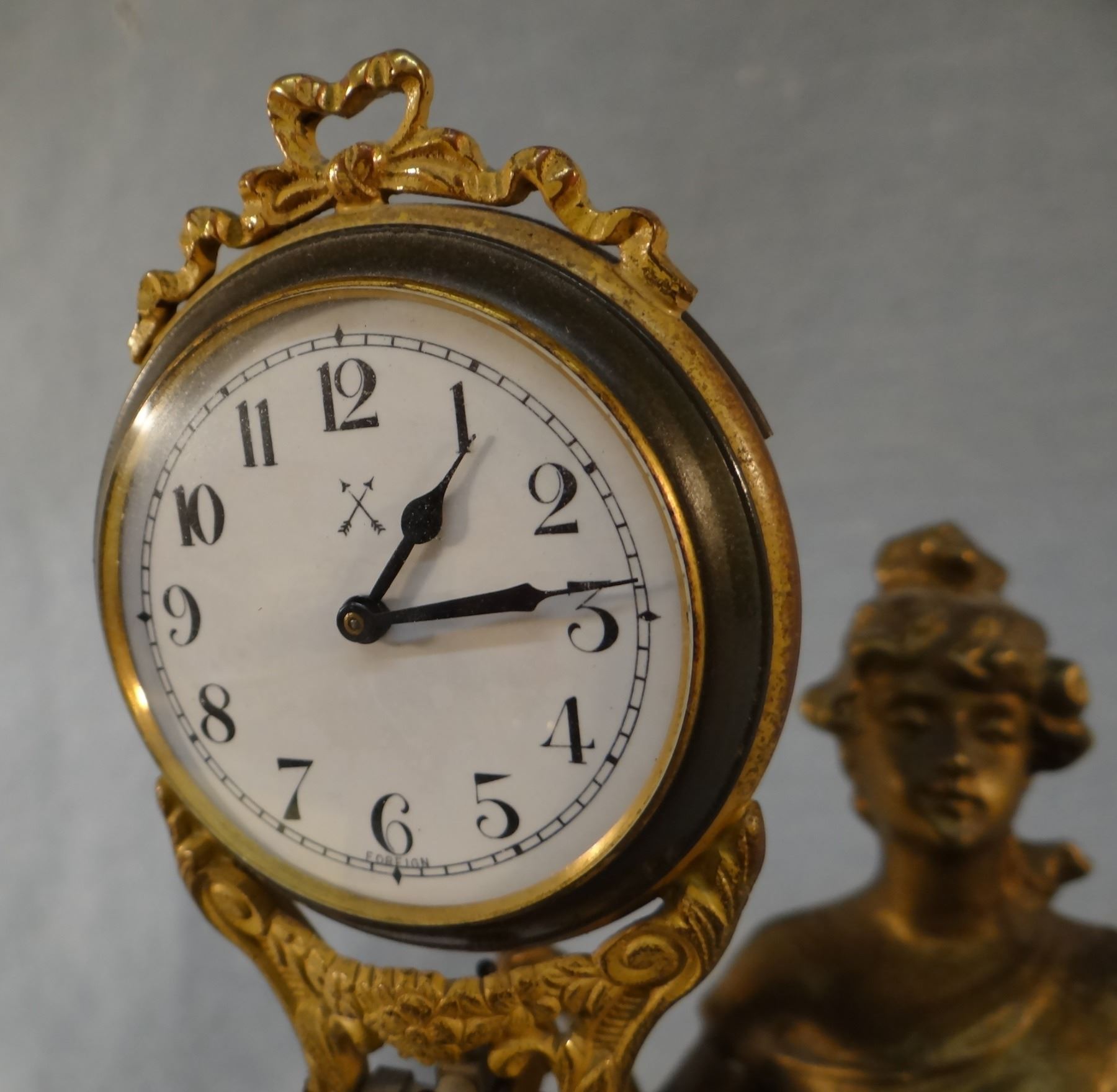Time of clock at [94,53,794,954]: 1:13
